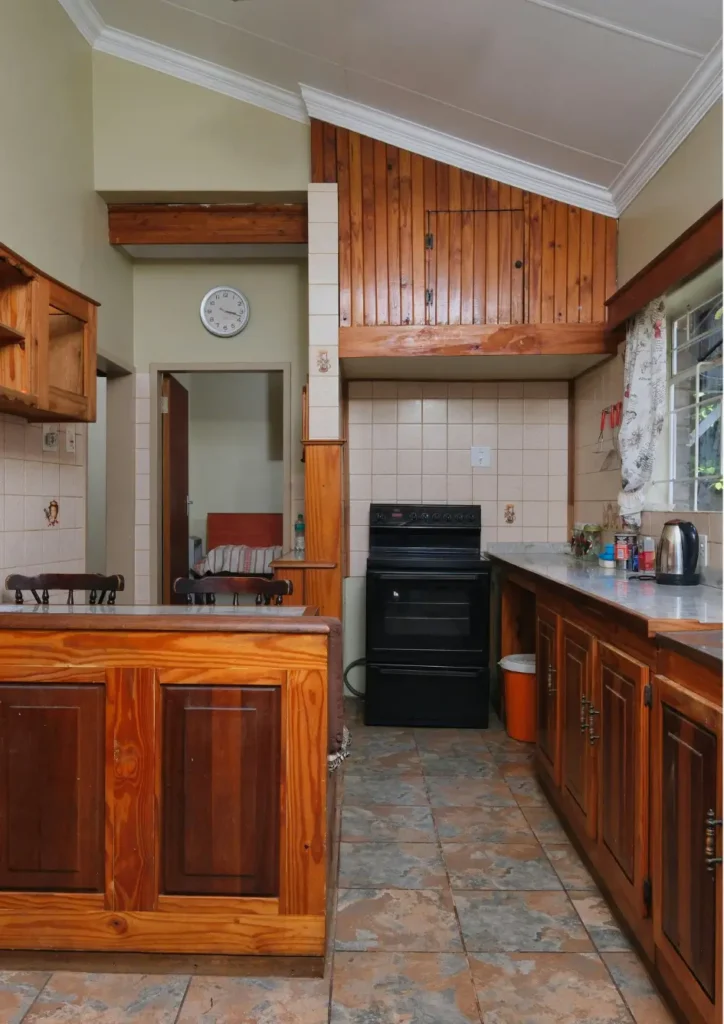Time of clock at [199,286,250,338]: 3:17
